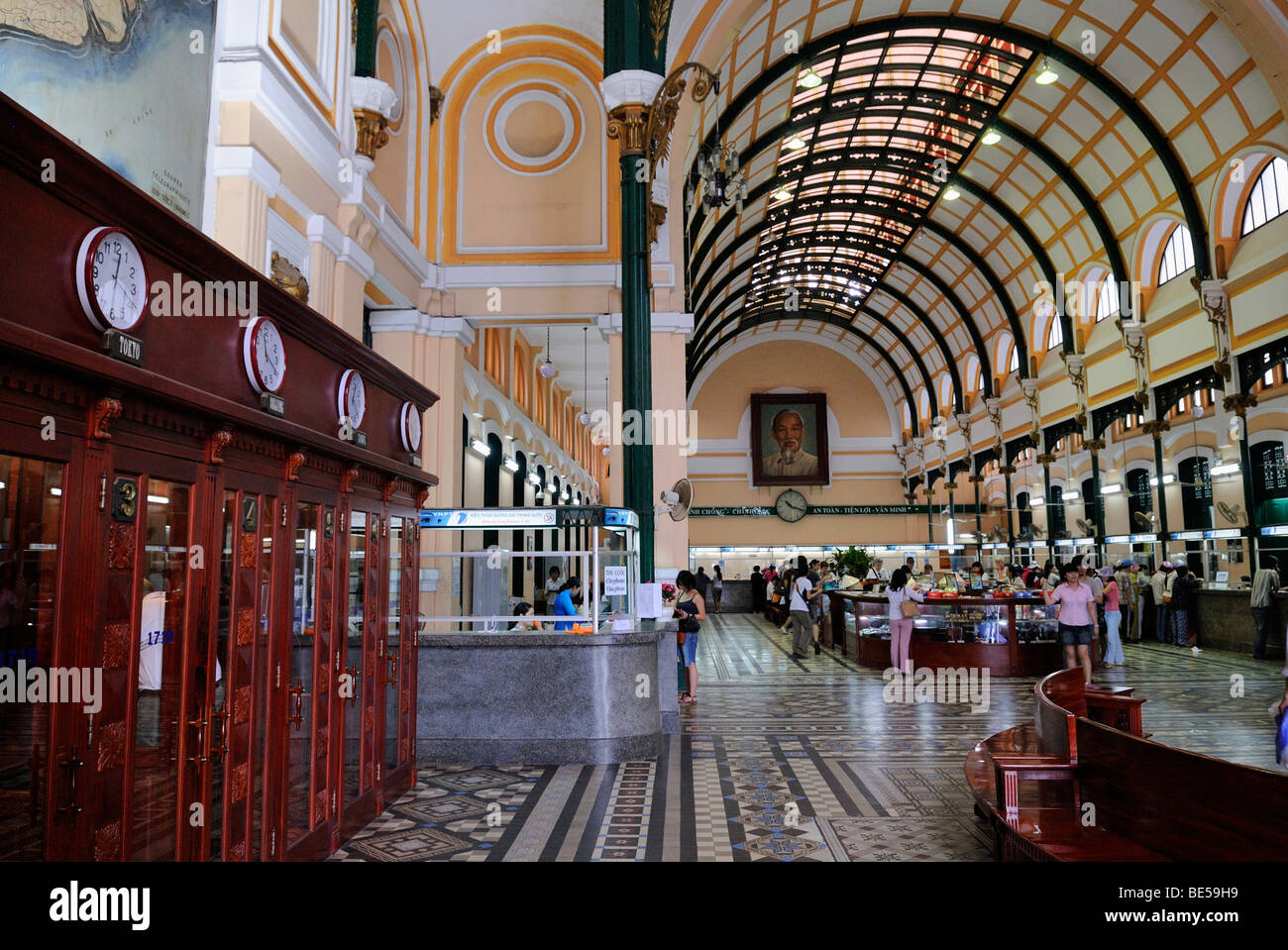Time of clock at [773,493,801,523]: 10:18
